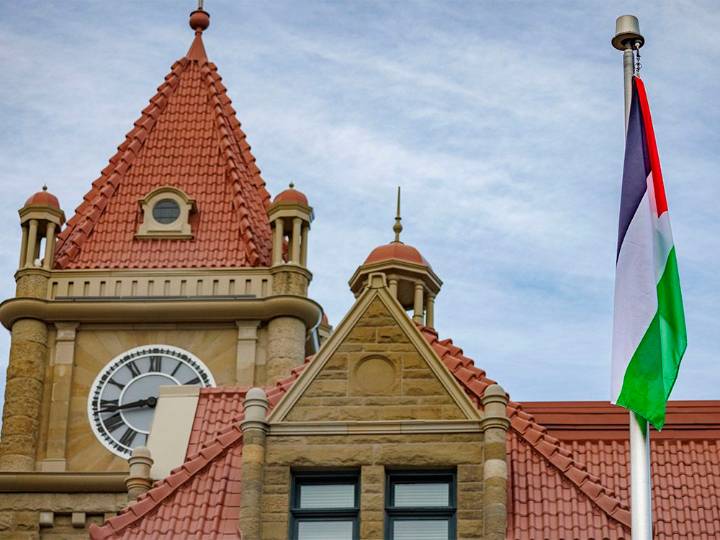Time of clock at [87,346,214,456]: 8:42
